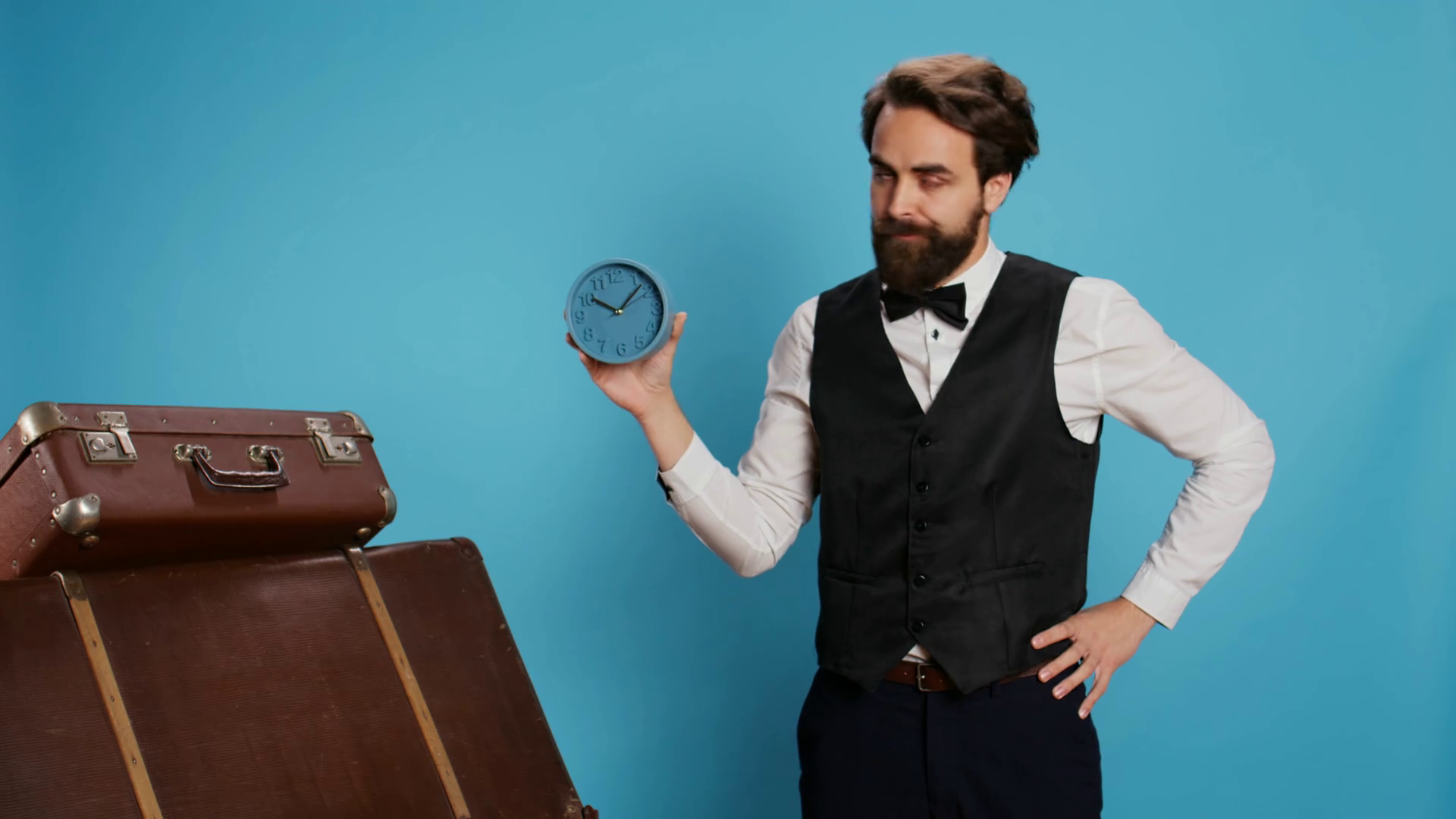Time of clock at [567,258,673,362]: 10:07
